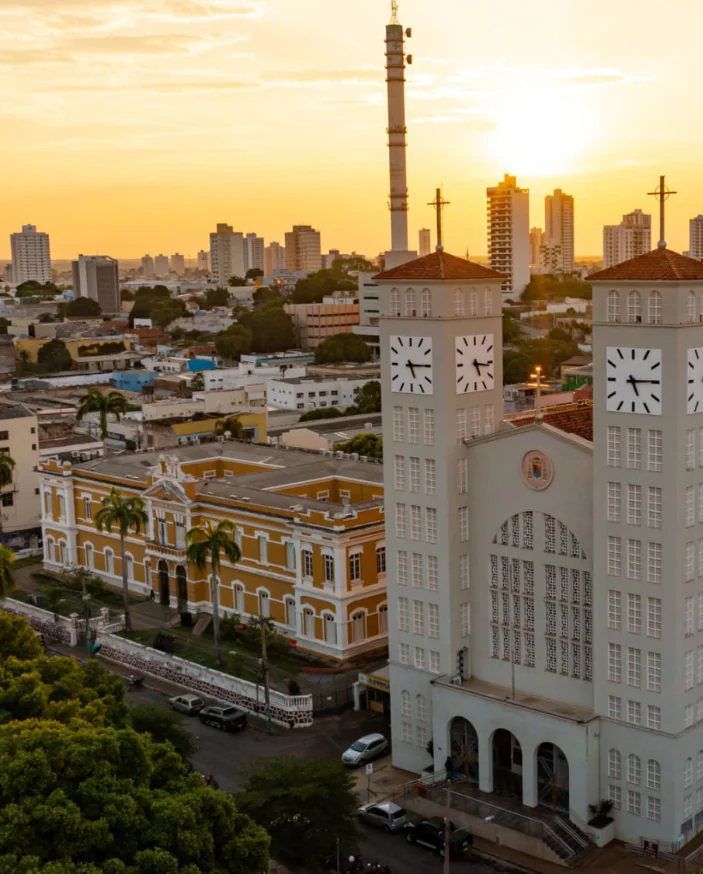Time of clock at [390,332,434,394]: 5:14
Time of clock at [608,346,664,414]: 5:14
